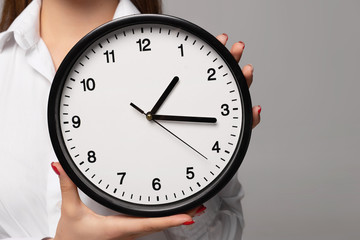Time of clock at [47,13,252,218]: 1:16
